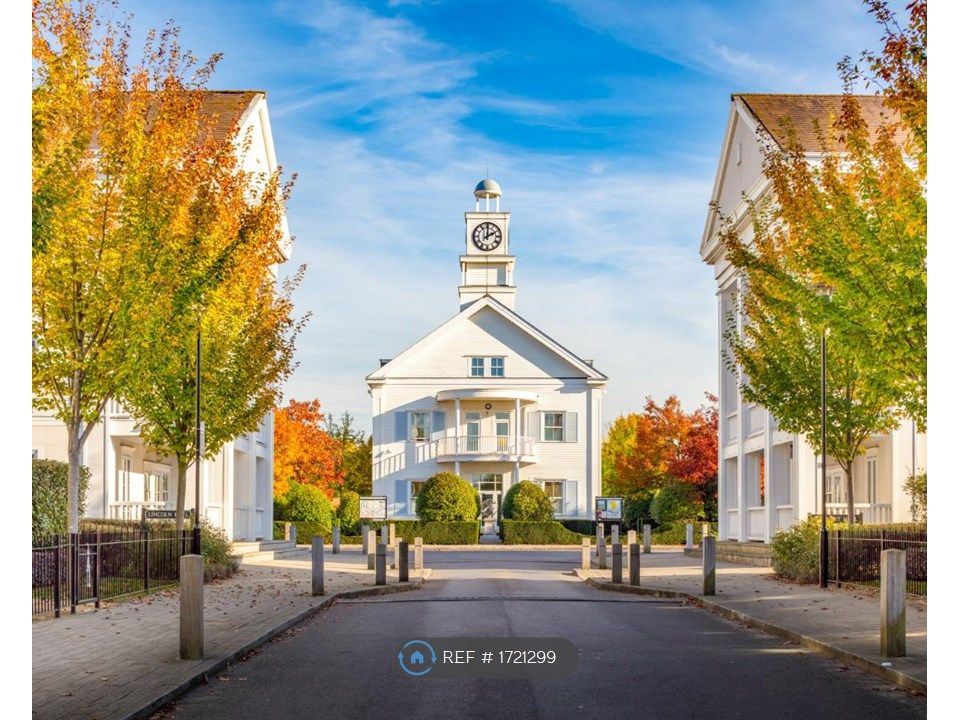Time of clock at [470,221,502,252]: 2:00
